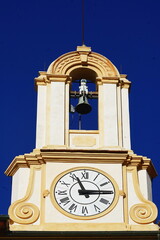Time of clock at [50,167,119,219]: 2:56
